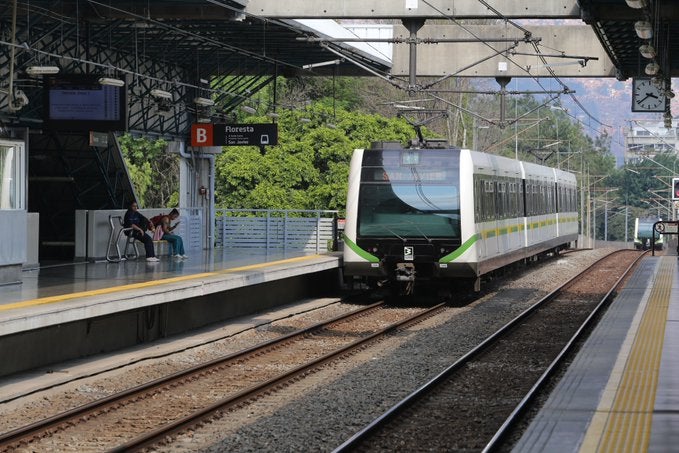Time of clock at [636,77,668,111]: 3:39
